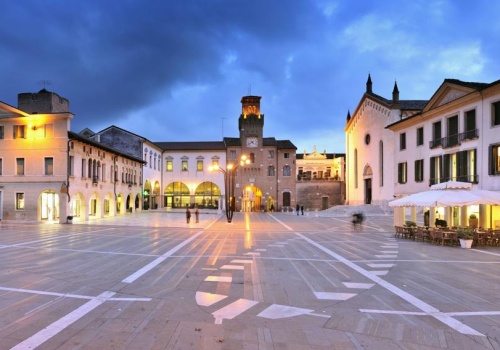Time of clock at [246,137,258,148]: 4:38
